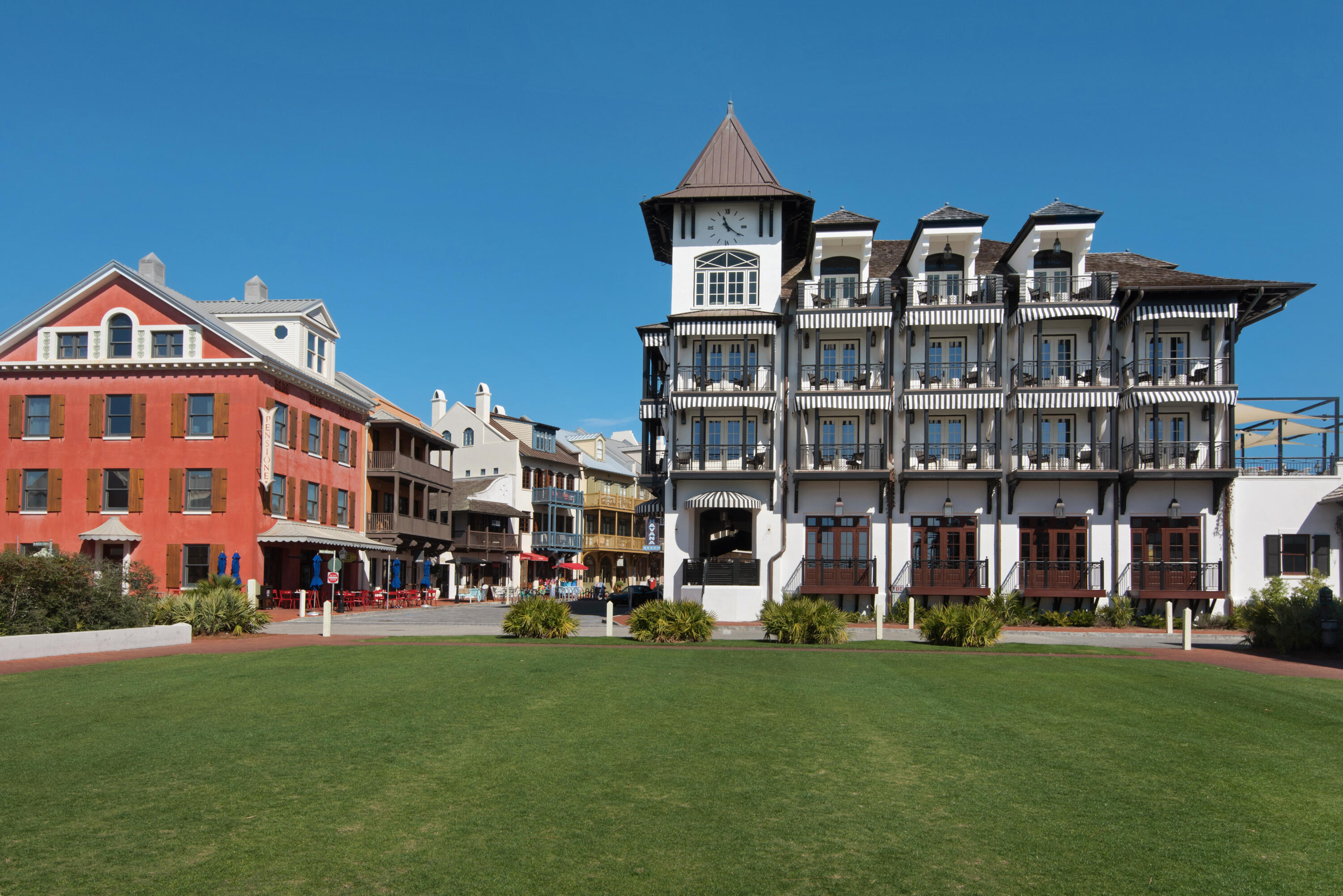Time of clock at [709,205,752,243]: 11:21
